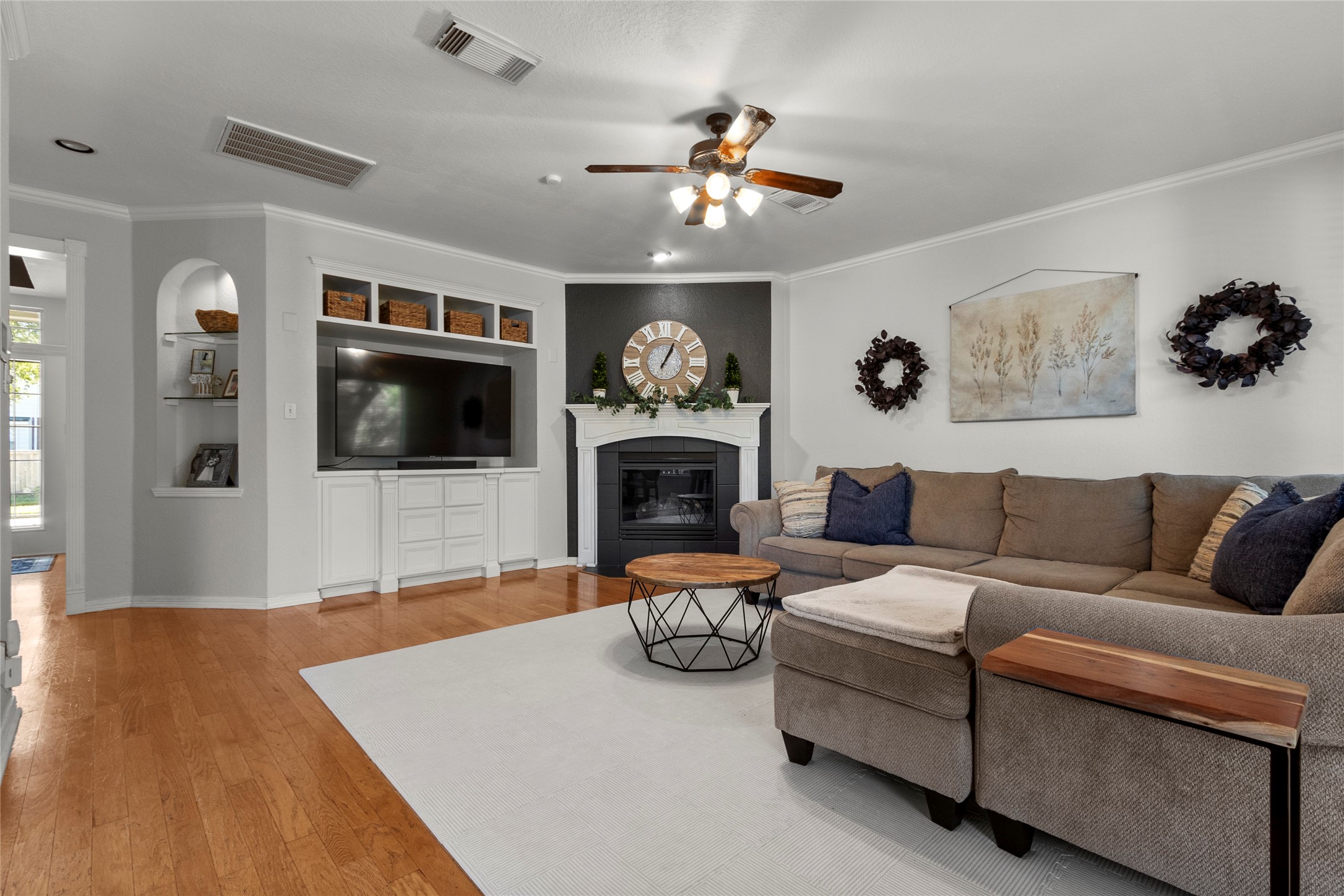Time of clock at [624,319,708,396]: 1:04
